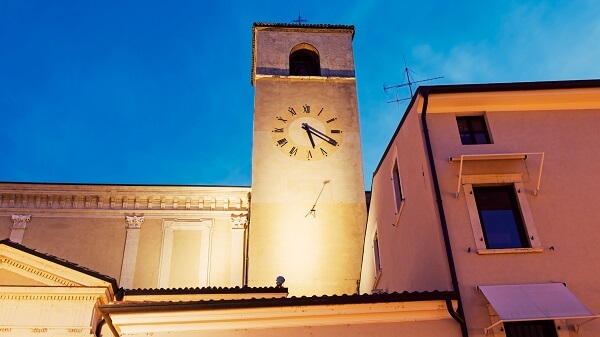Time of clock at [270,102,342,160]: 5:20
